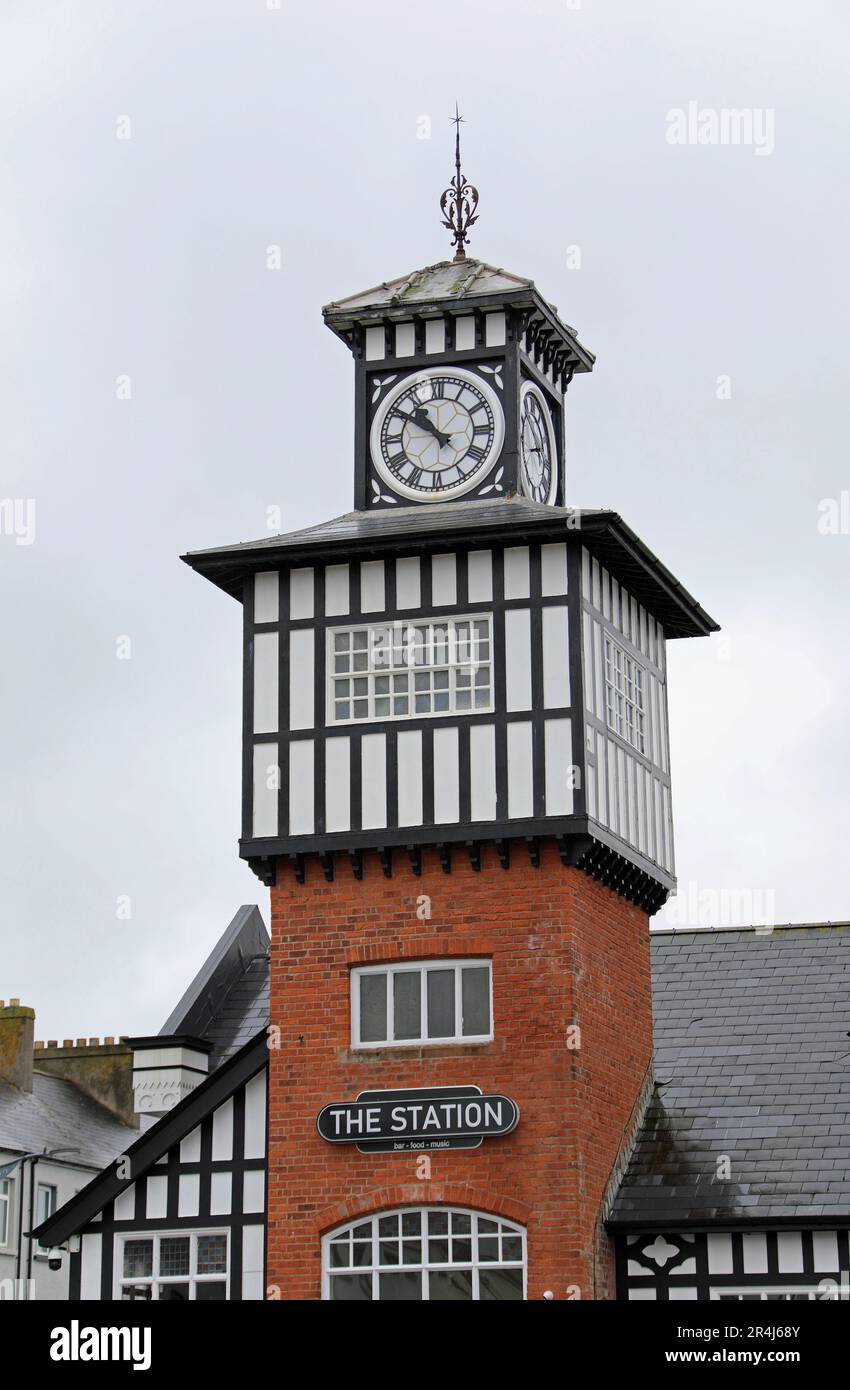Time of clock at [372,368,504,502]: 10:50
